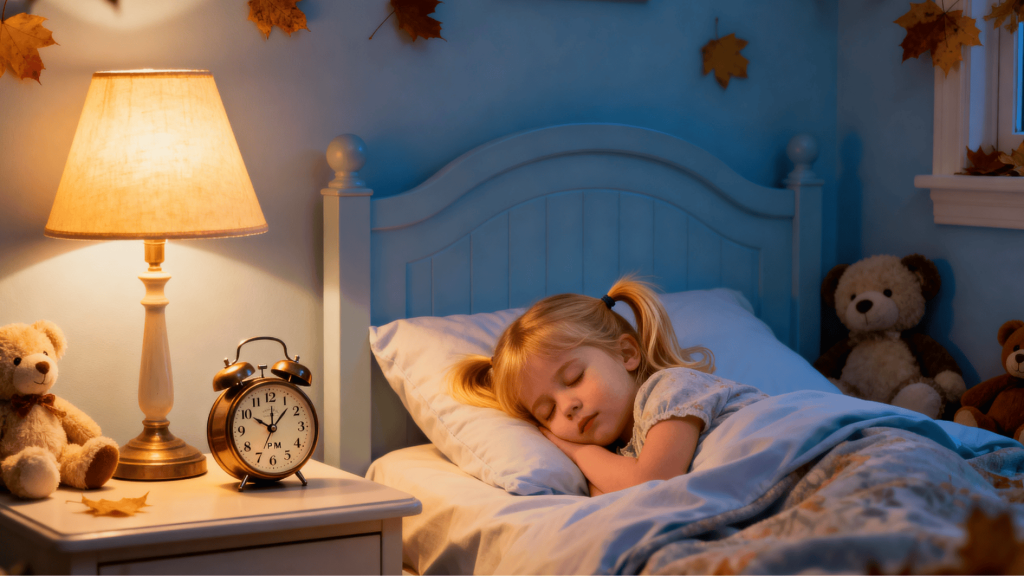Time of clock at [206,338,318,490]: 10:07
